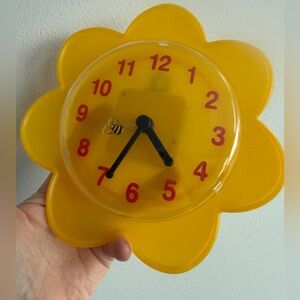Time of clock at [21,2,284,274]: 4:34
